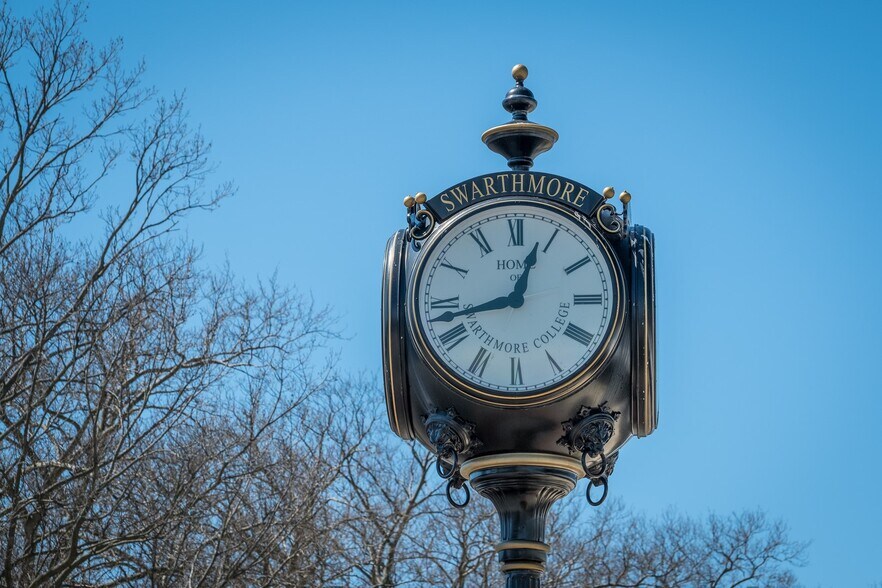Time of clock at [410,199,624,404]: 12:42
